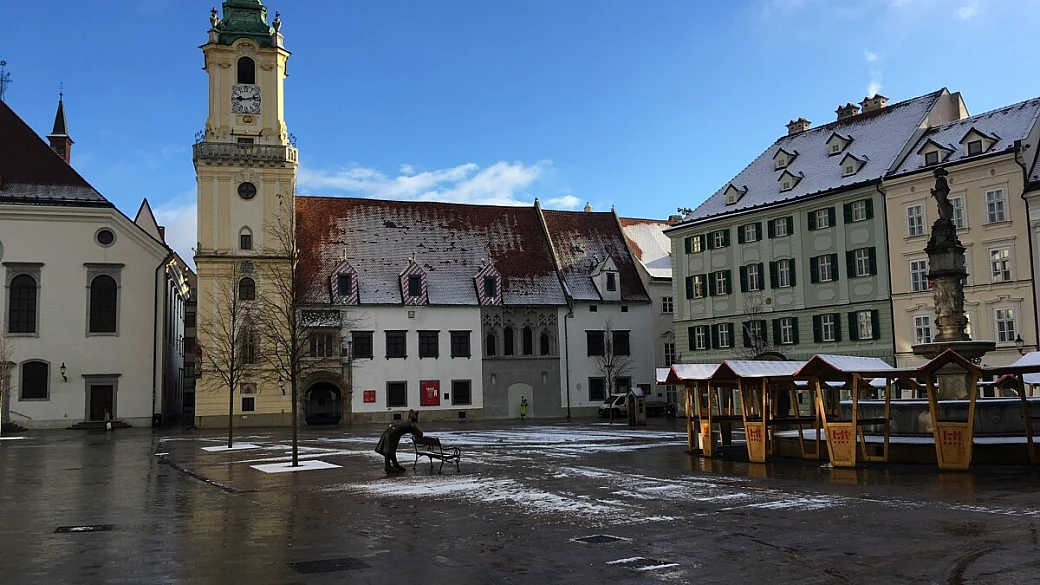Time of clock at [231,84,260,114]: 9:12
